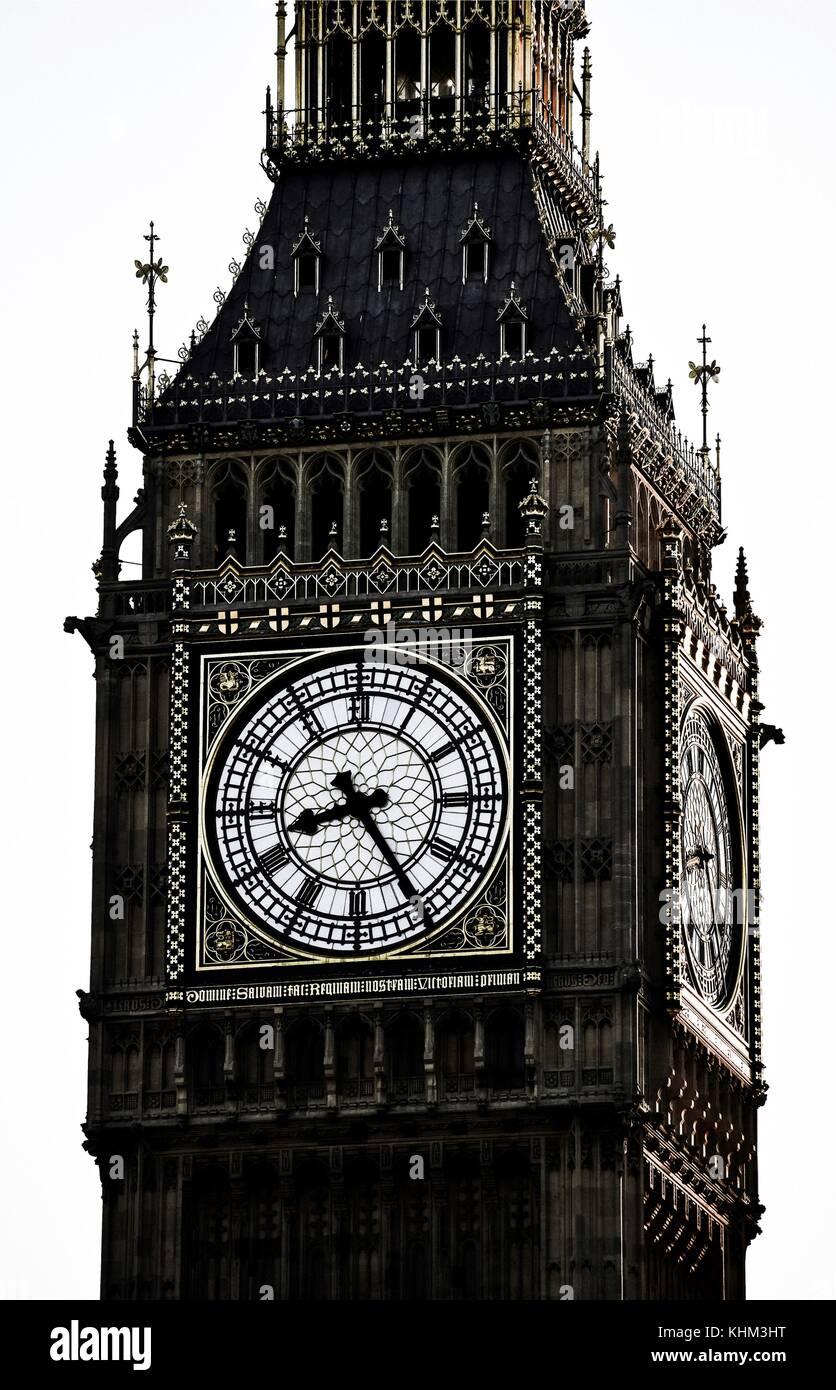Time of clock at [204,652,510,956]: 8:24
